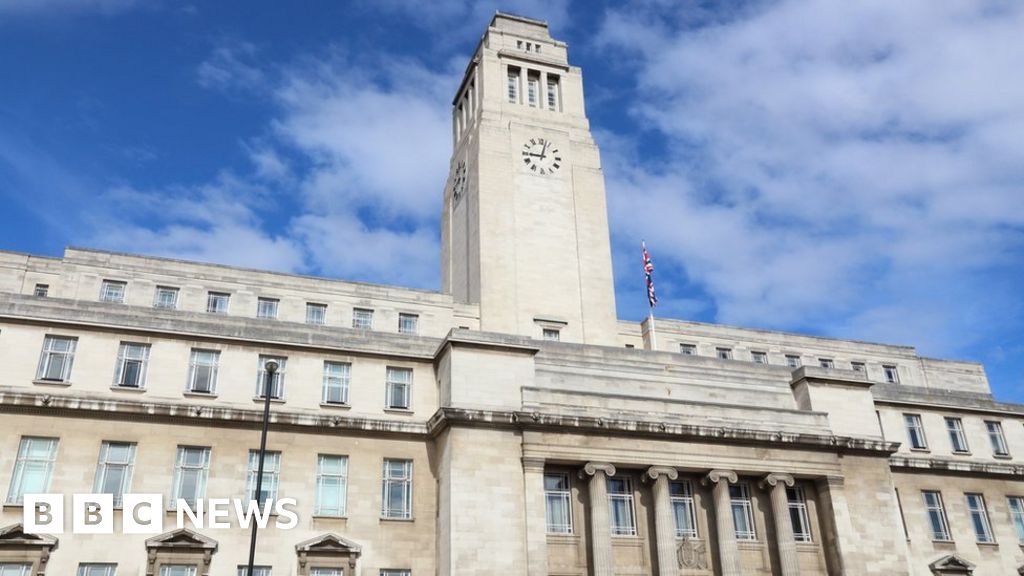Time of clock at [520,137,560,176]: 9:02
